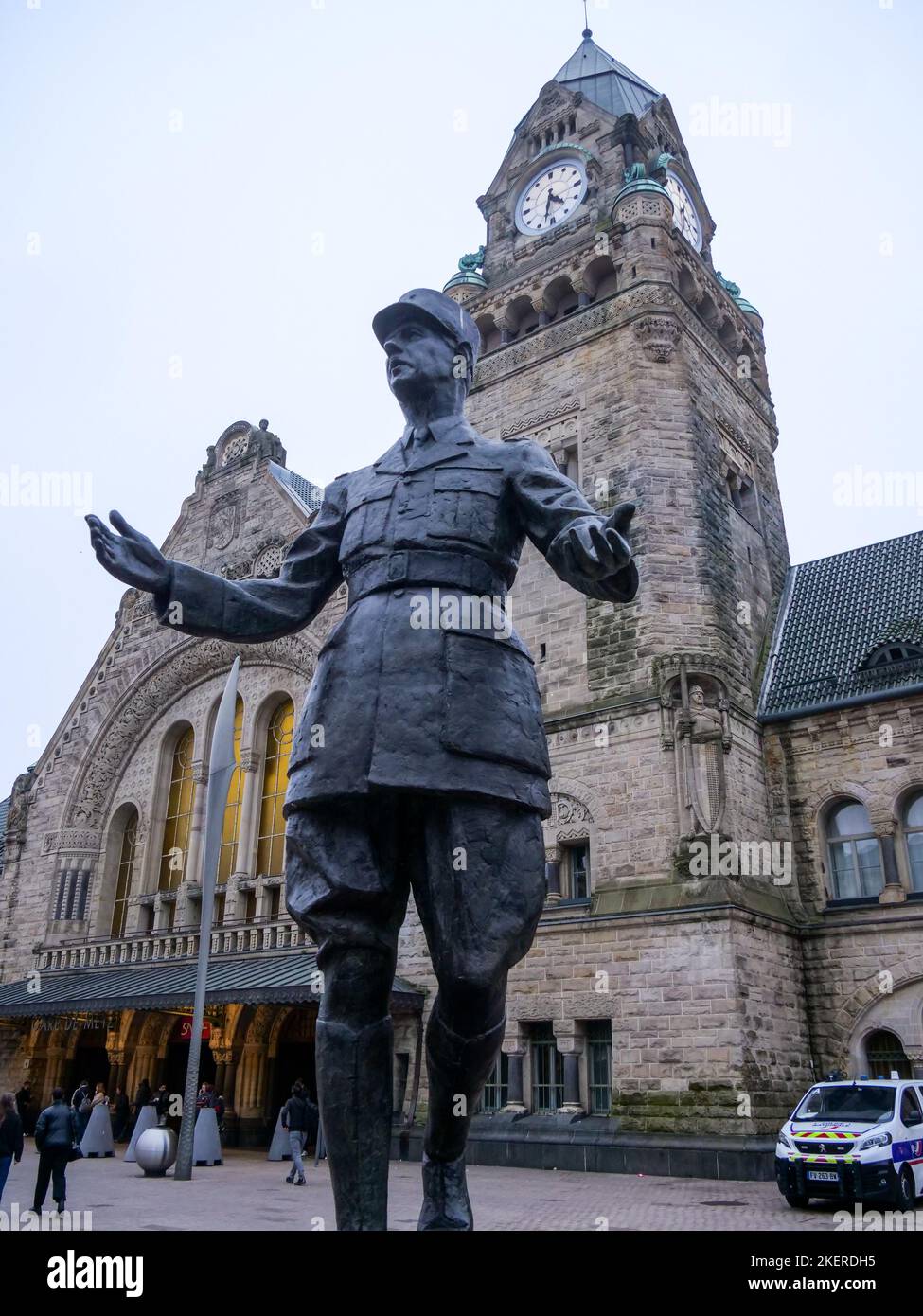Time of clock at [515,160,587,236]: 4:32
